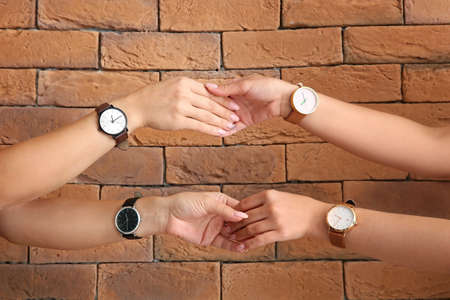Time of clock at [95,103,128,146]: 12:09
